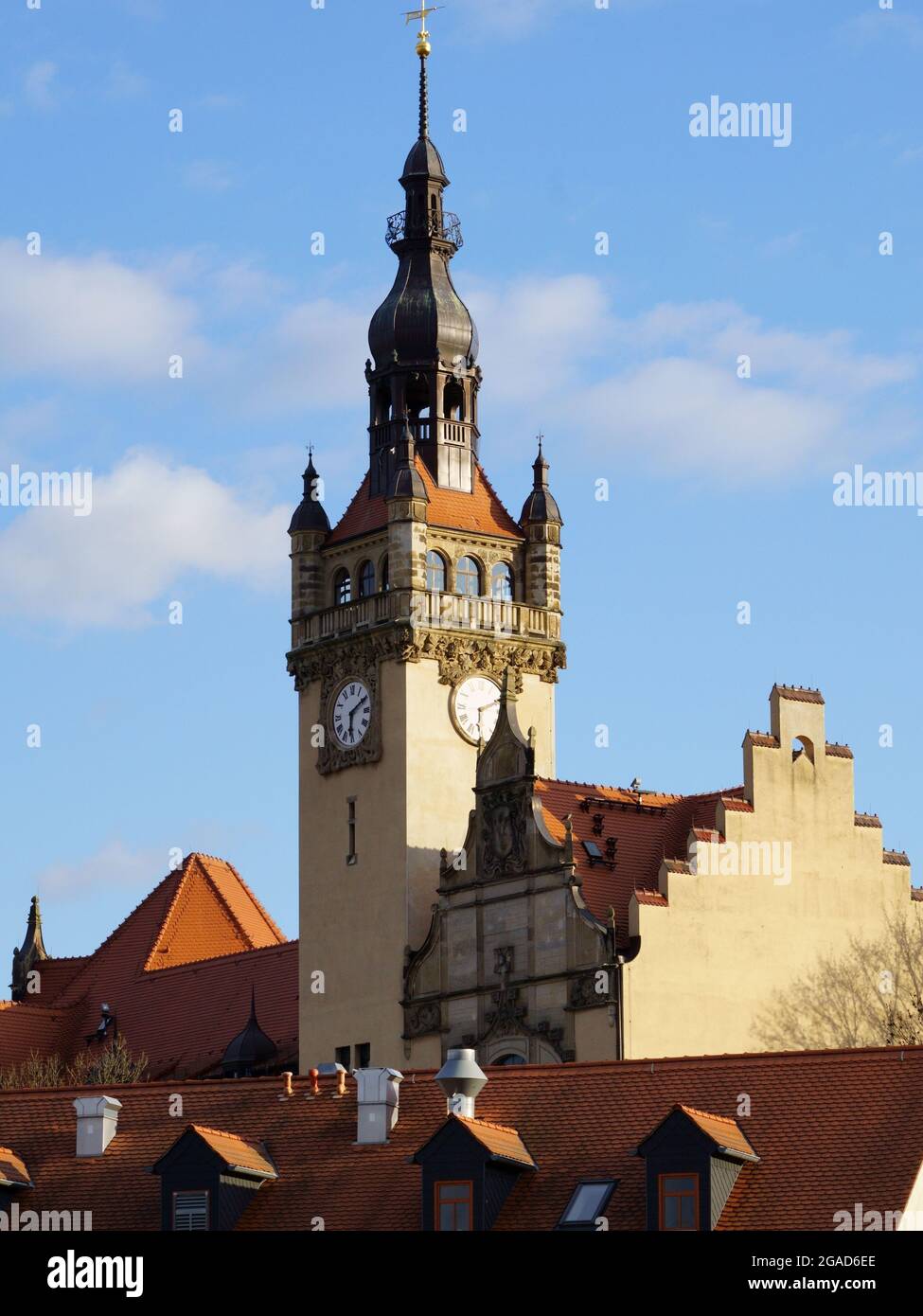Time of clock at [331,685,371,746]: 6:10
